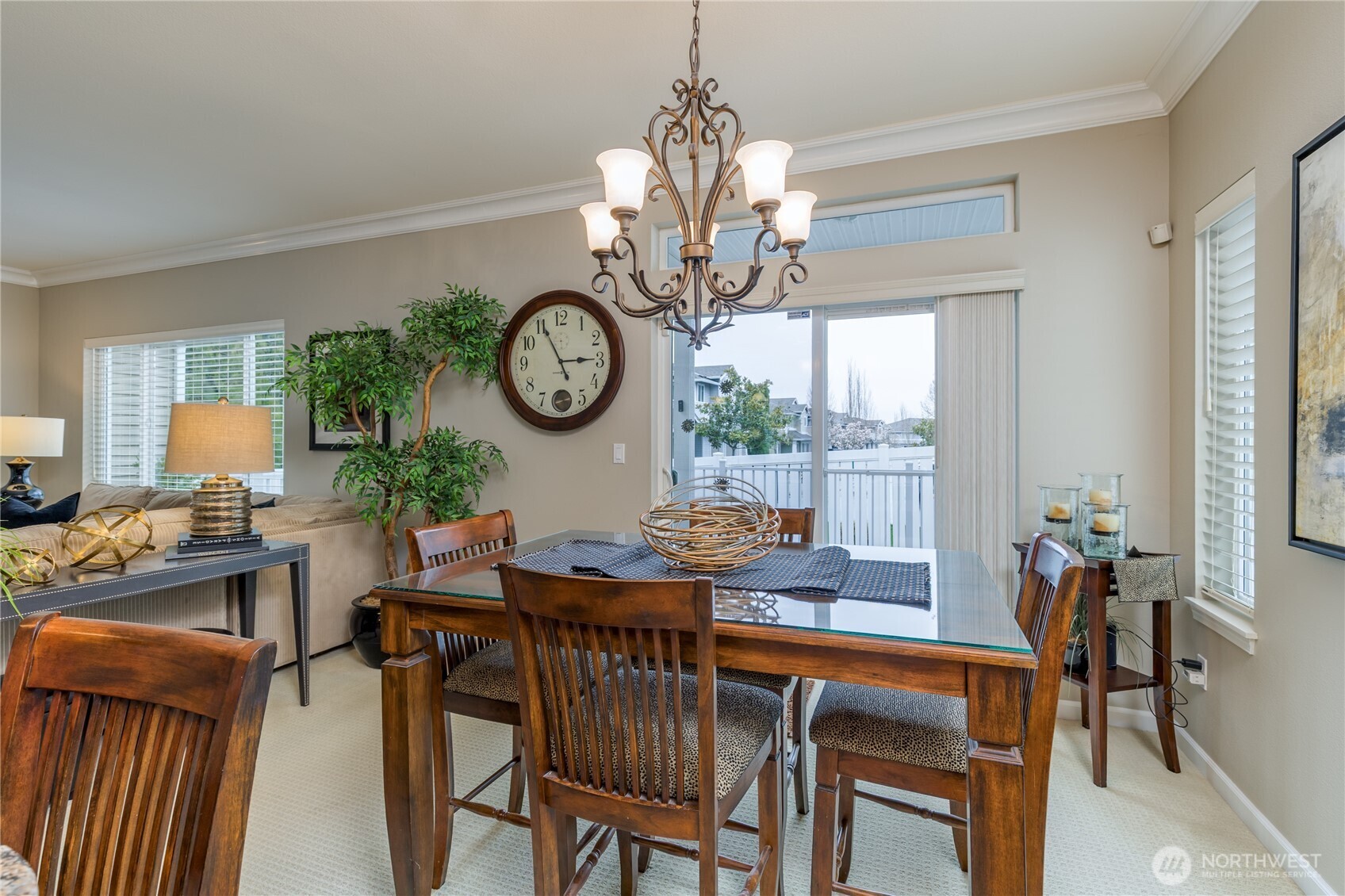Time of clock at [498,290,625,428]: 2:55
